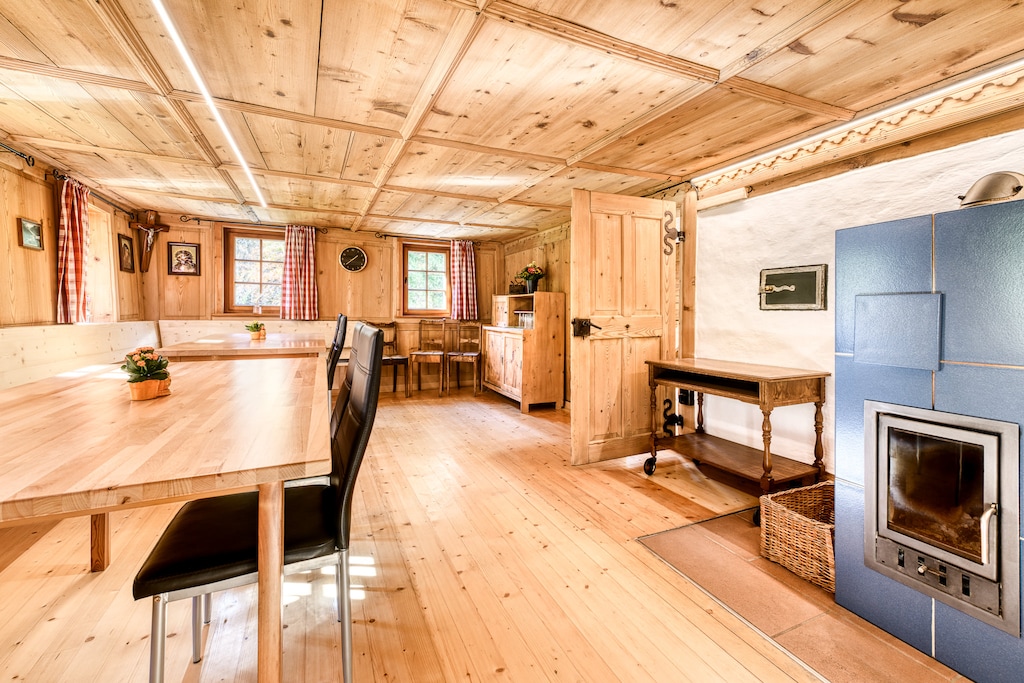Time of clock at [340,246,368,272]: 1:38
